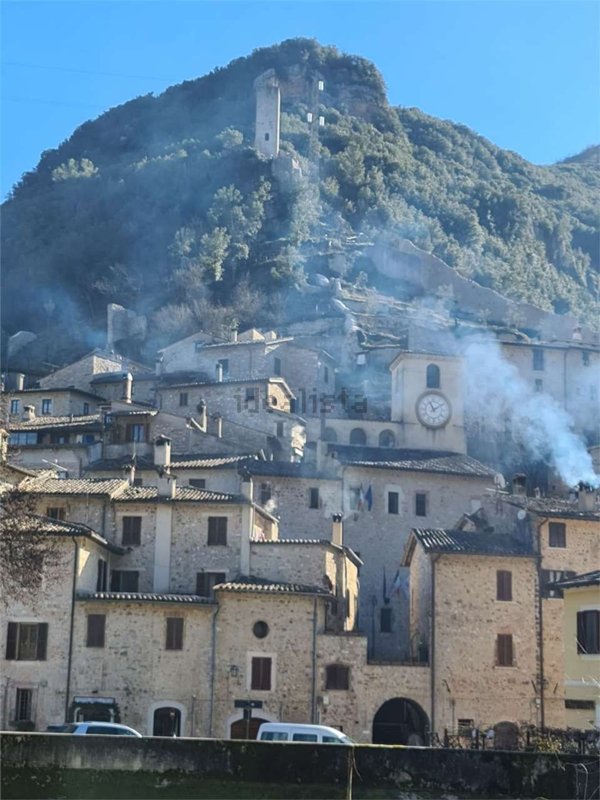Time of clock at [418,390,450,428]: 11:09
